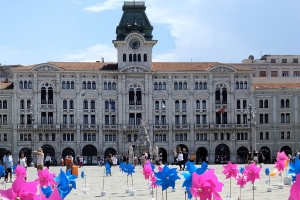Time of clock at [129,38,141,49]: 1:33
